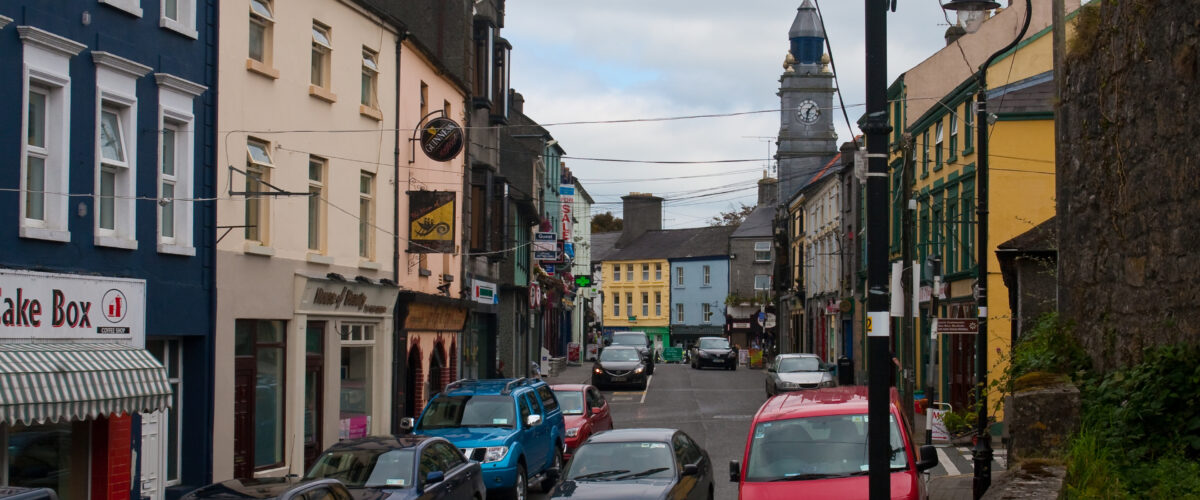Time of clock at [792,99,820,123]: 1:32
